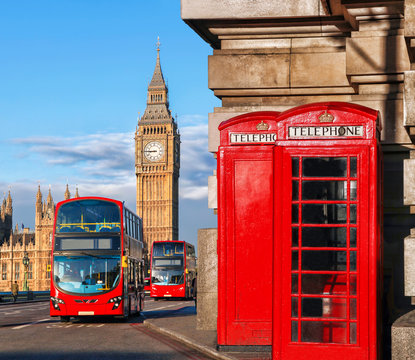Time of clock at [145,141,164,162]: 8:45
